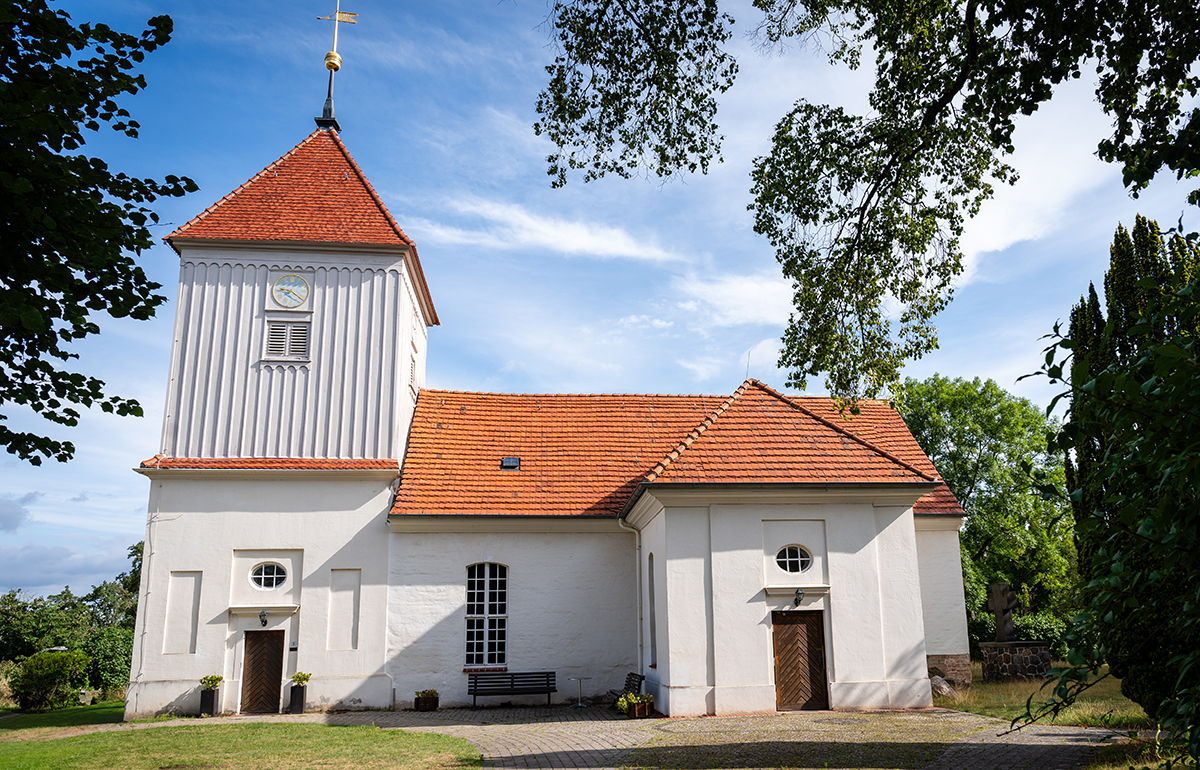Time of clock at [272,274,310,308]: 9:21
